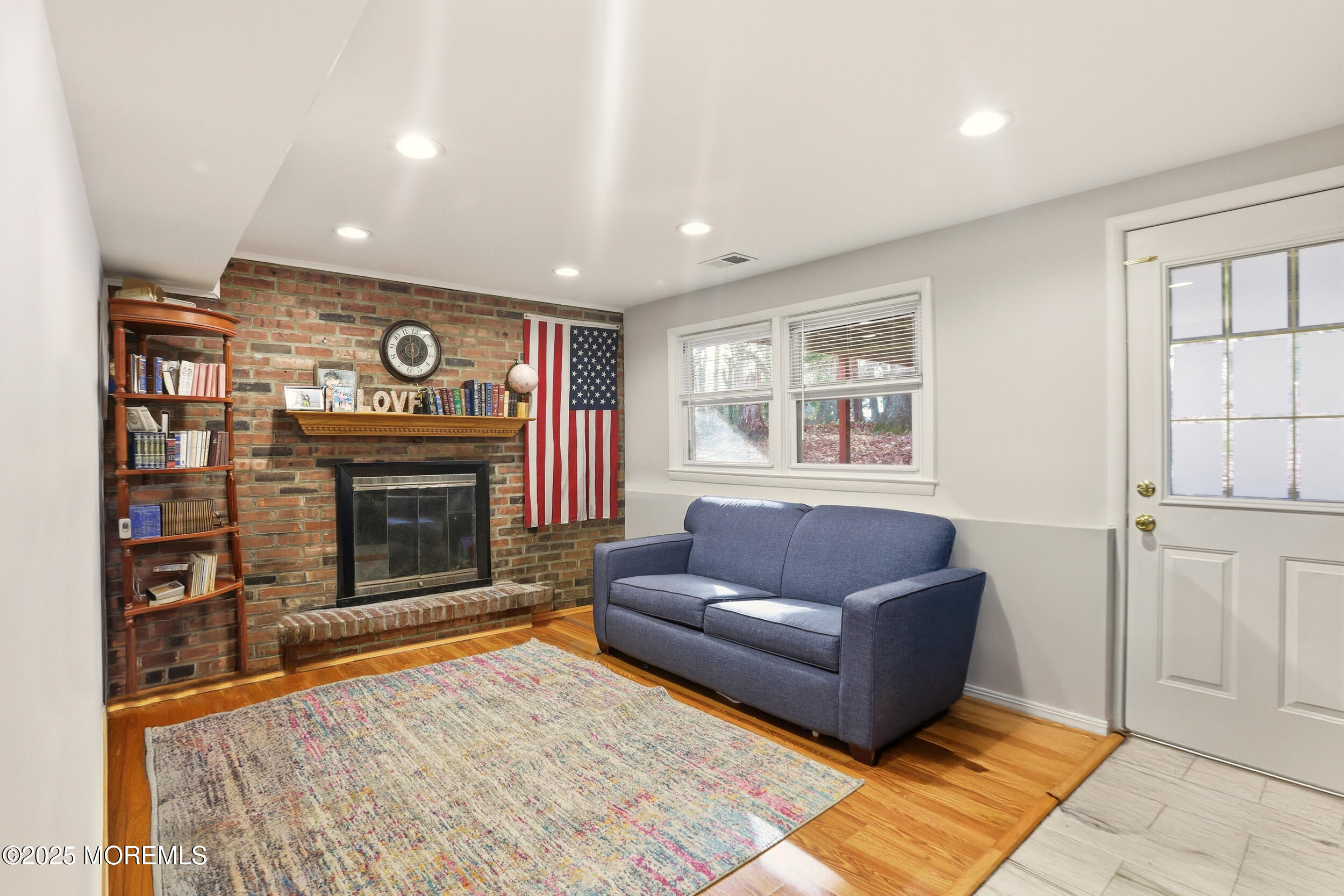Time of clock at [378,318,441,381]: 5:57
